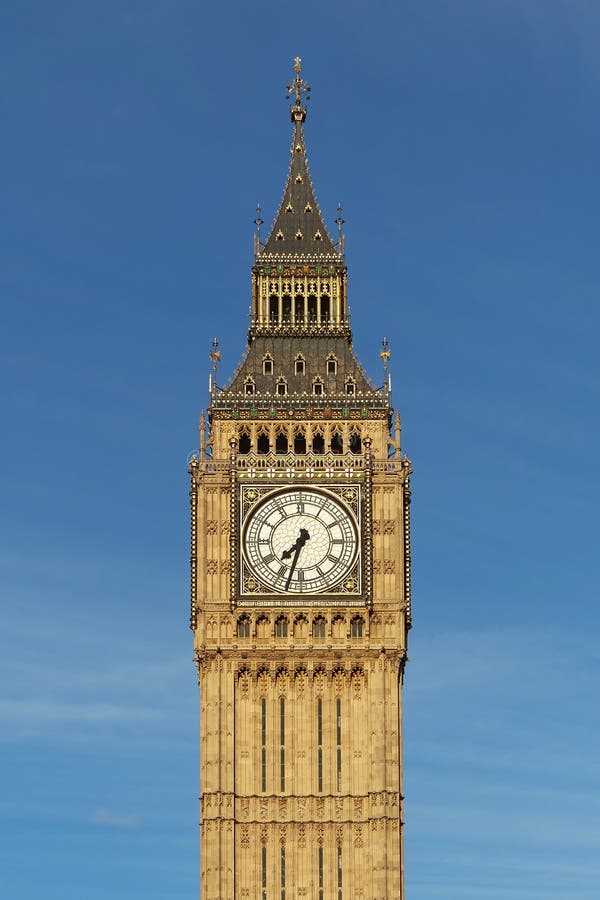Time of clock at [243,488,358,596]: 7:32
